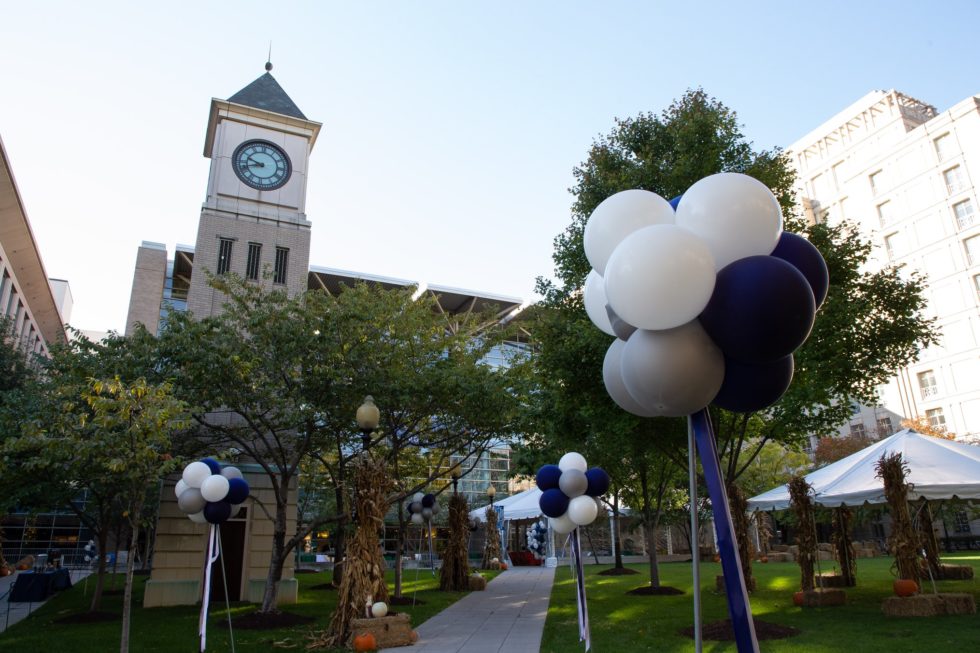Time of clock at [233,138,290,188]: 9:42
